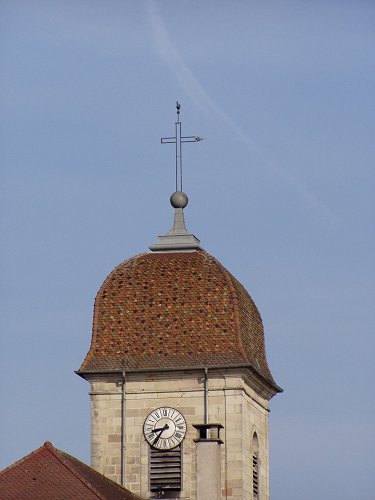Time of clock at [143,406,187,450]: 8:35
